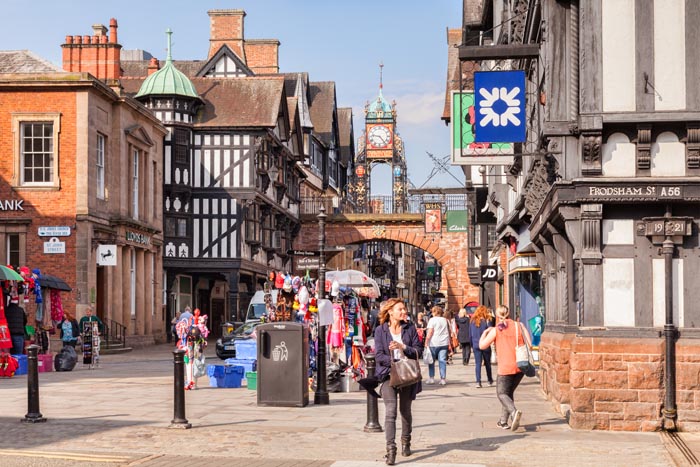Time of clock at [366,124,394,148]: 9:23
